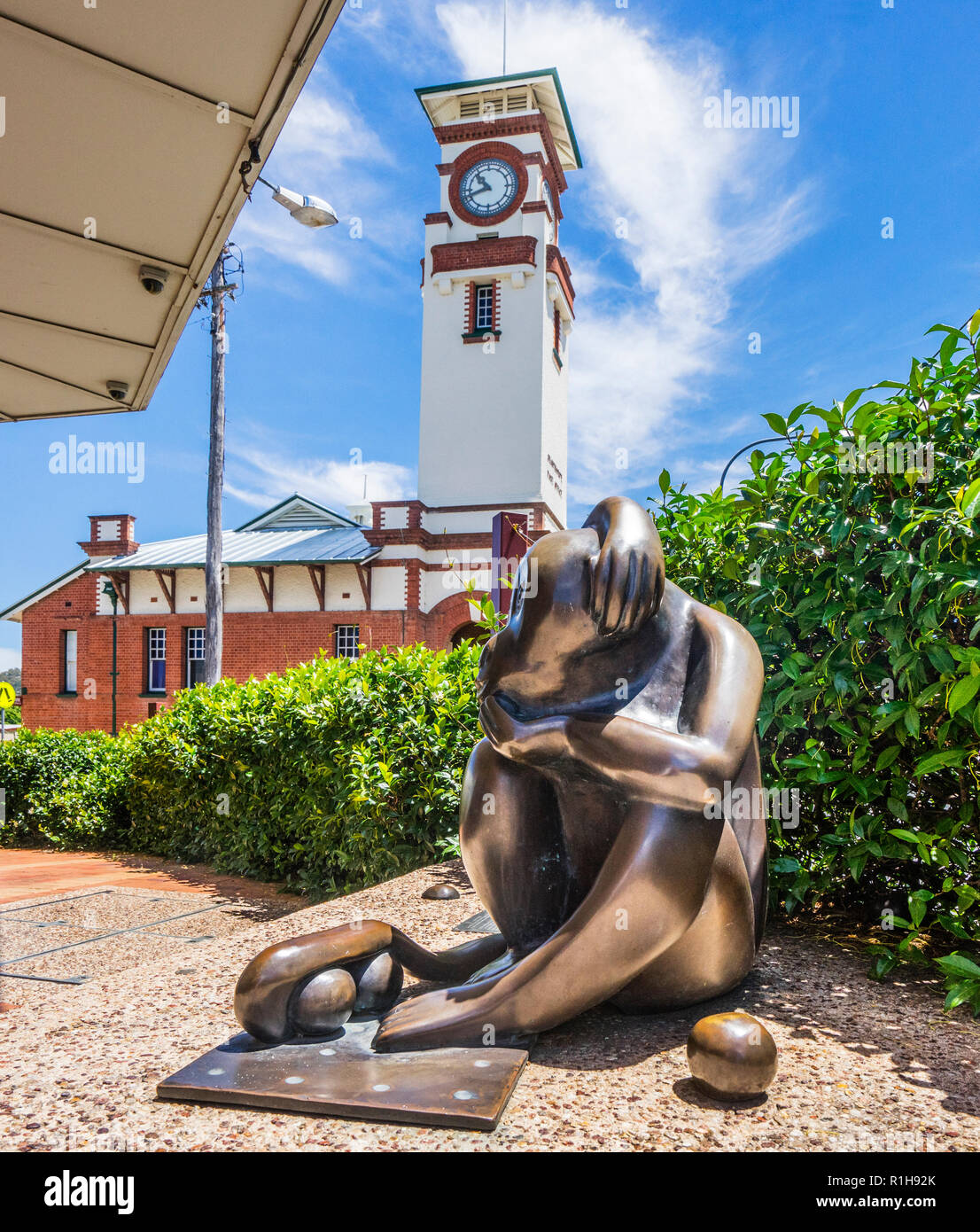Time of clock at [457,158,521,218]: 10:42
